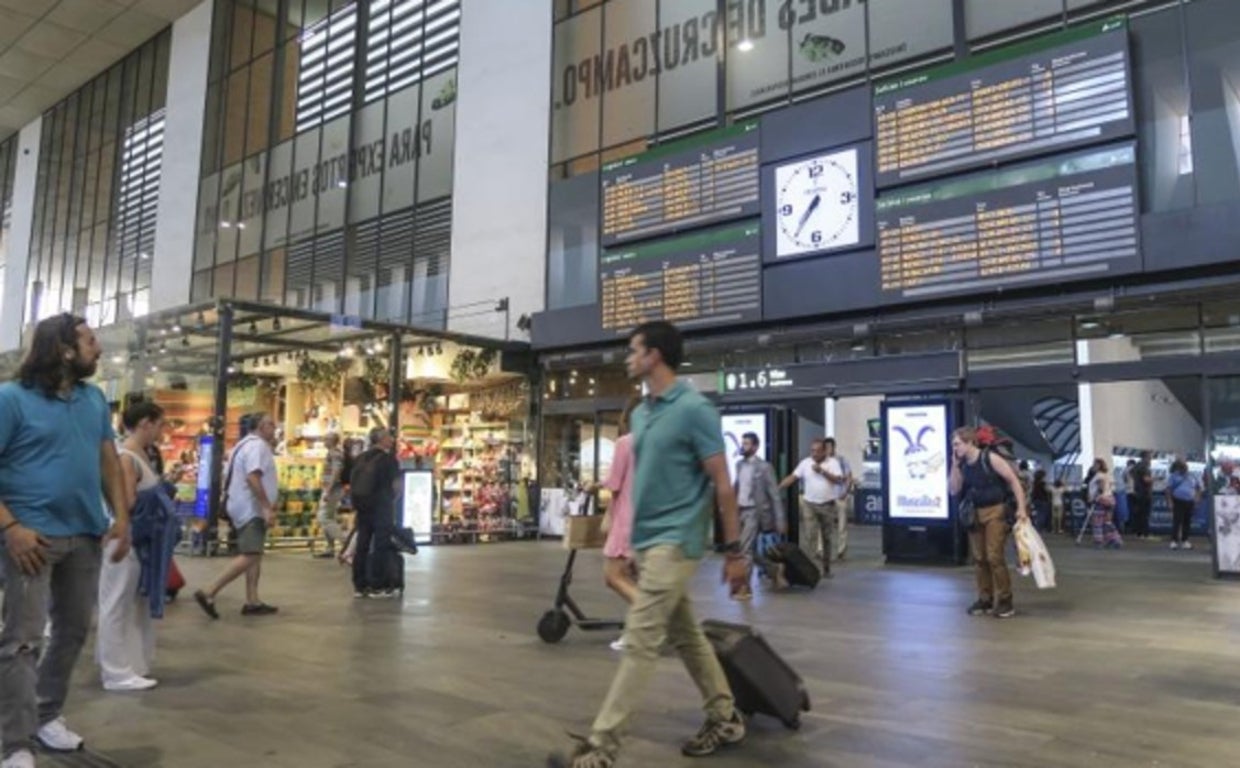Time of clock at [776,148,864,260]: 7:36
